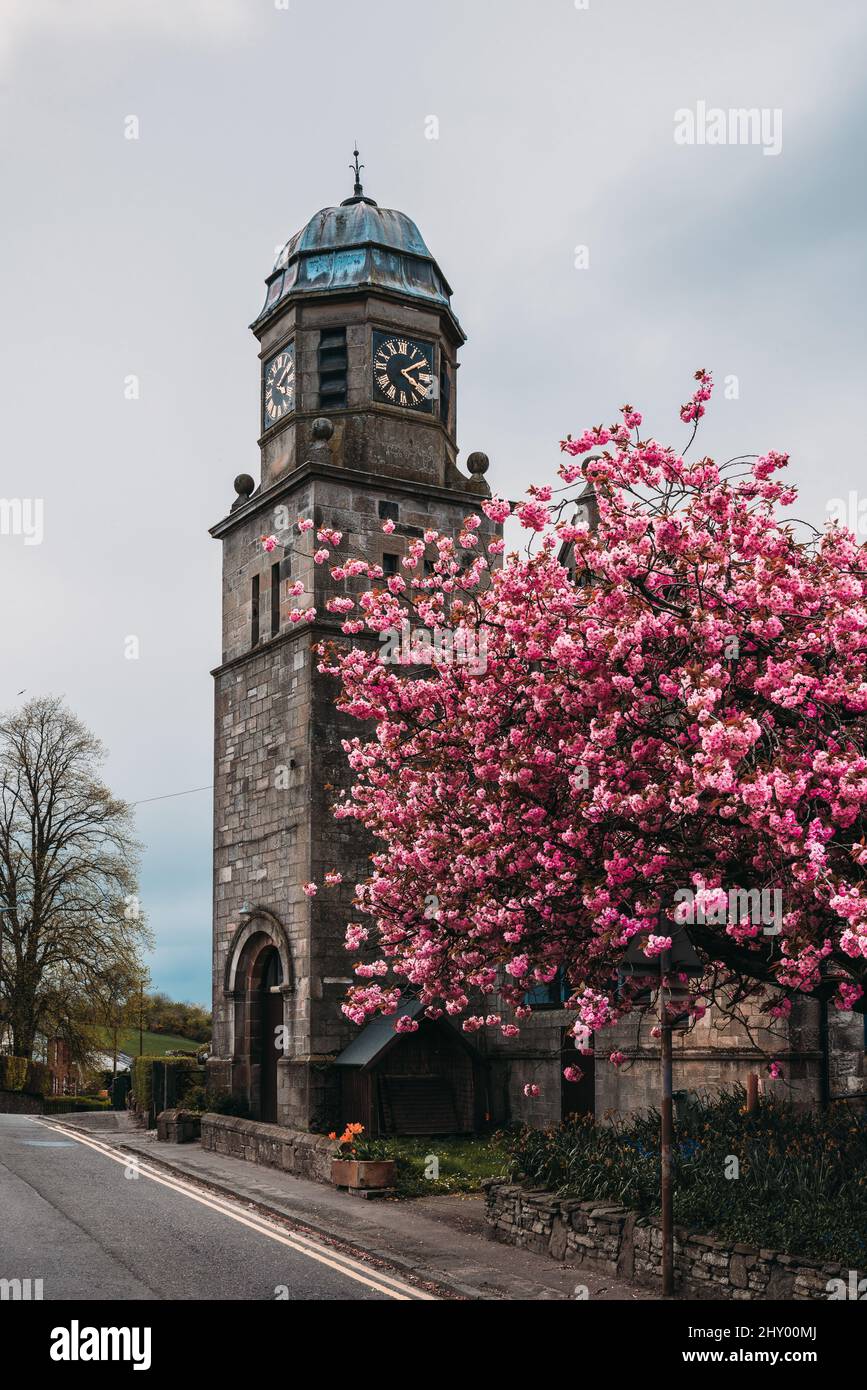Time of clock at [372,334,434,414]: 4:09
